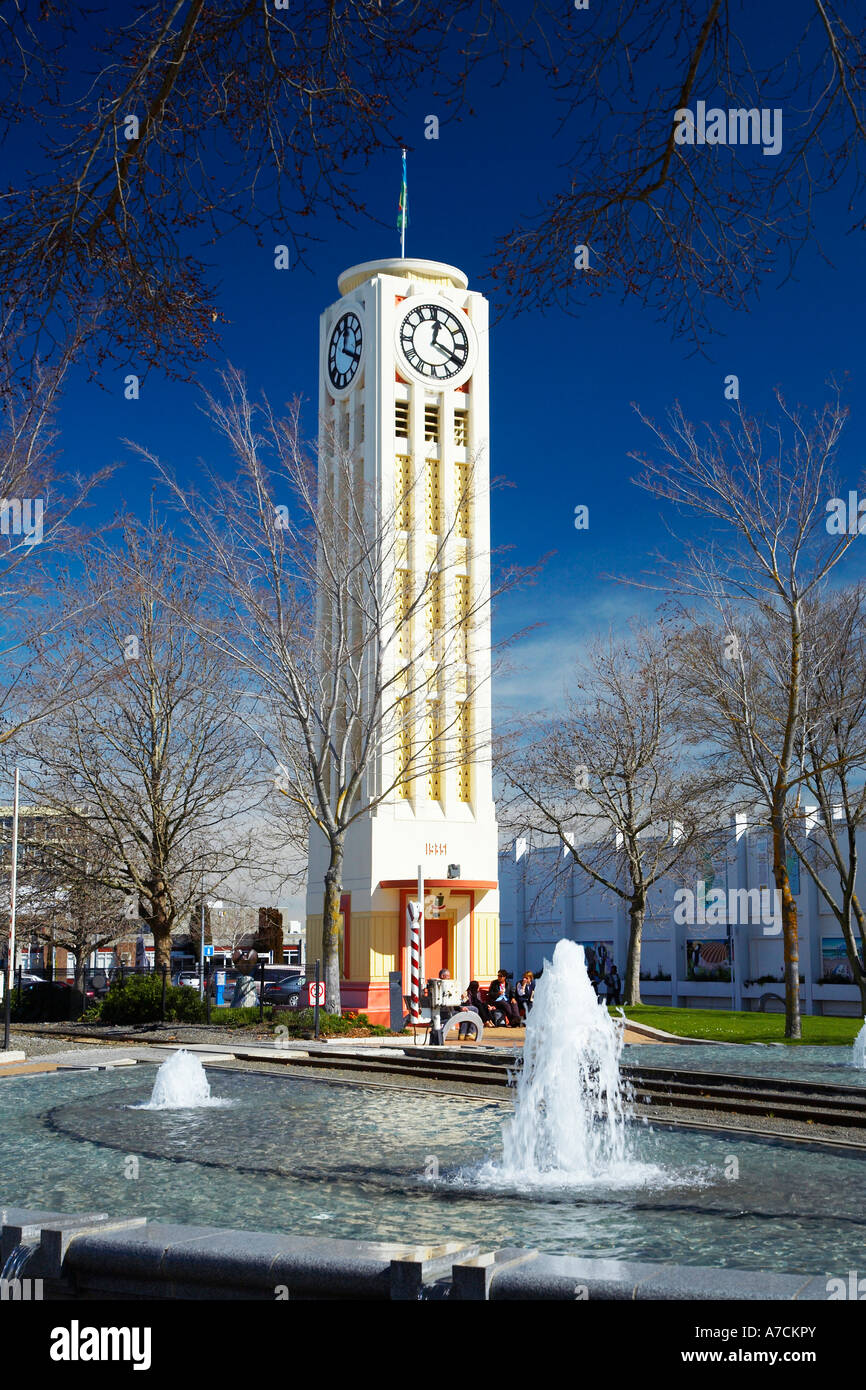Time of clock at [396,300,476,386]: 12:19
